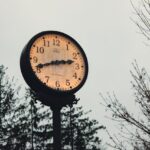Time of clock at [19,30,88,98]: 2:41
